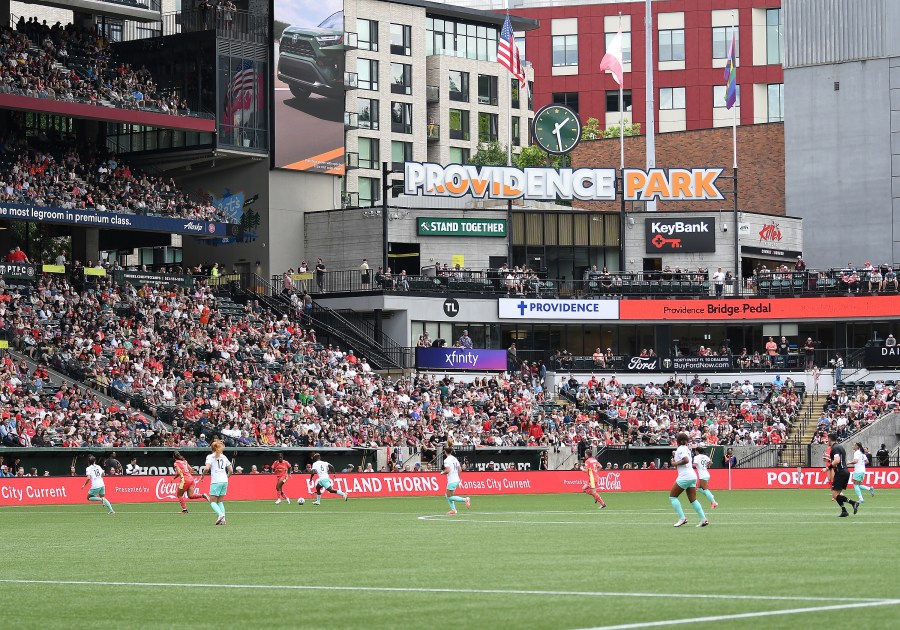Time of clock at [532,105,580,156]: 1:28
